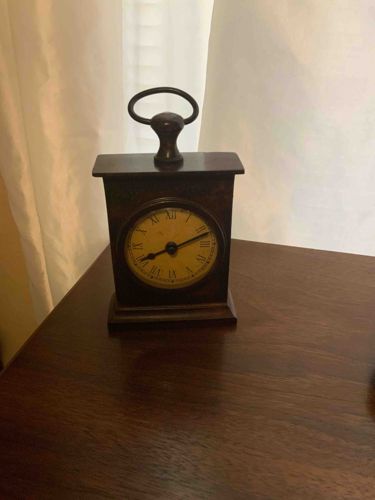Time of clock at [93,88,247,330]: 8:11
